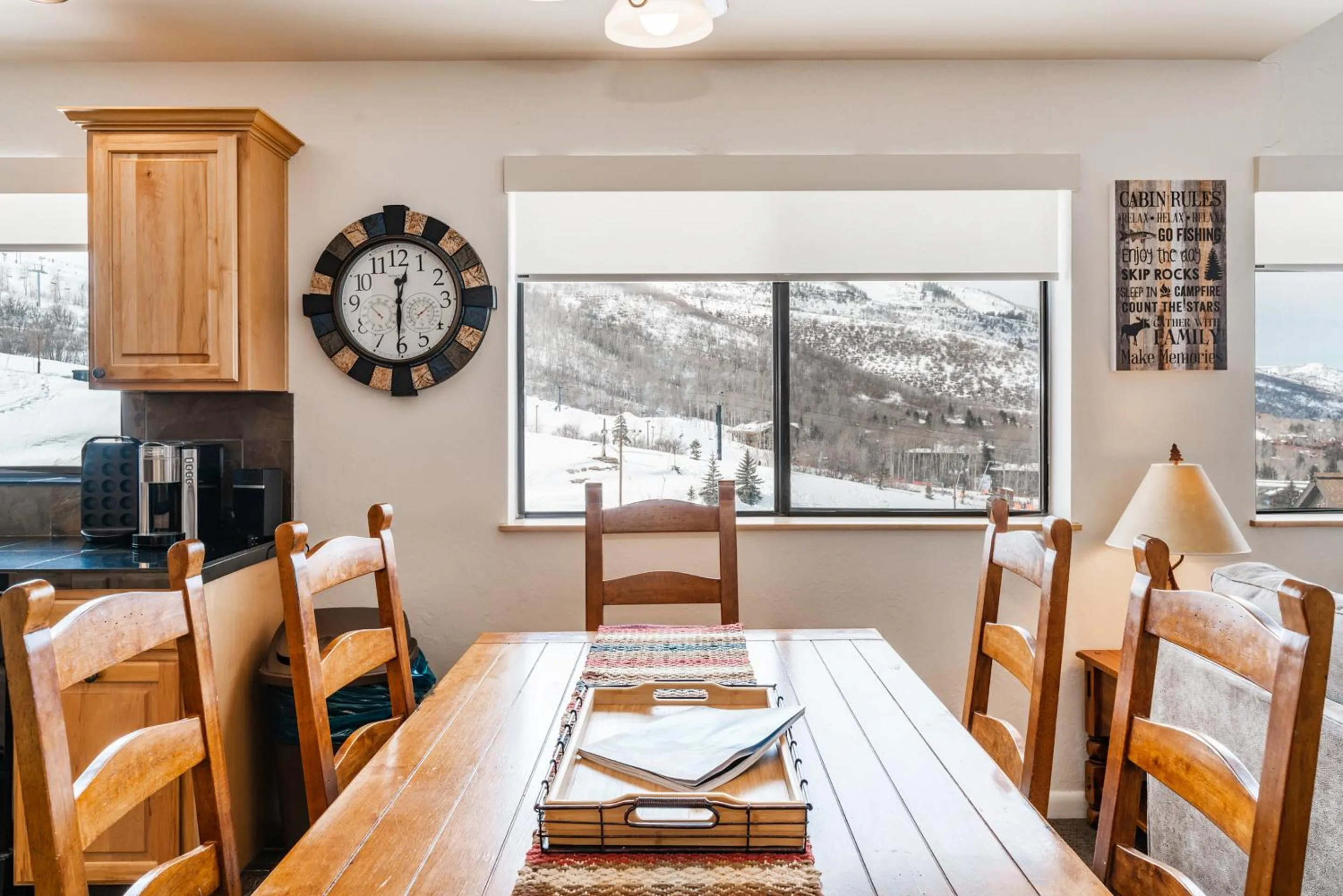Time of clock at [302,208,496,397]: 12:30
